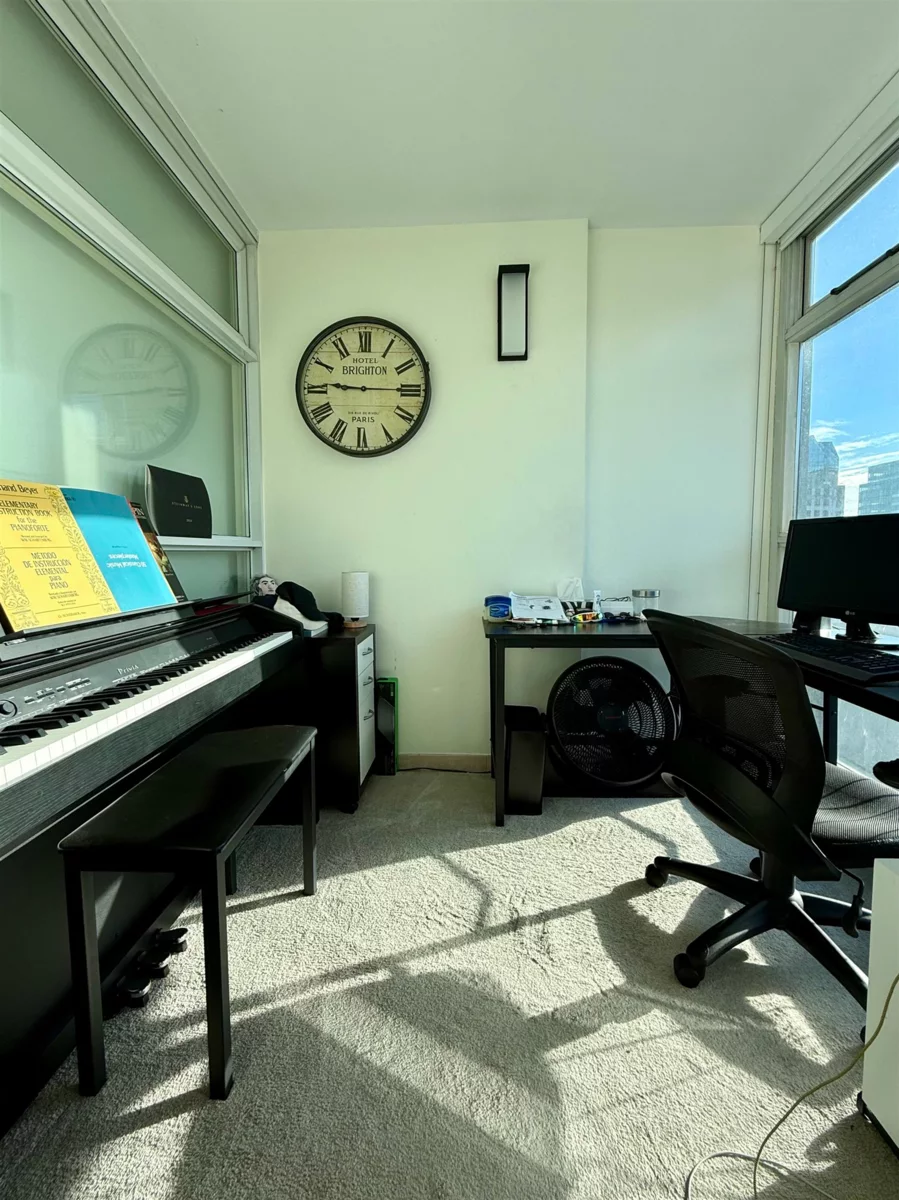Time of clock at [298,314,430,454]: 9:14
